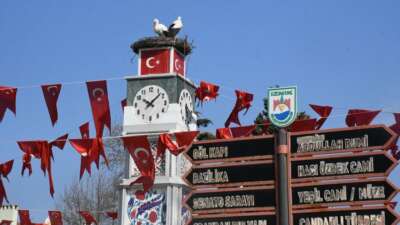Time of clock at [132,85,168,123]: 10:07
